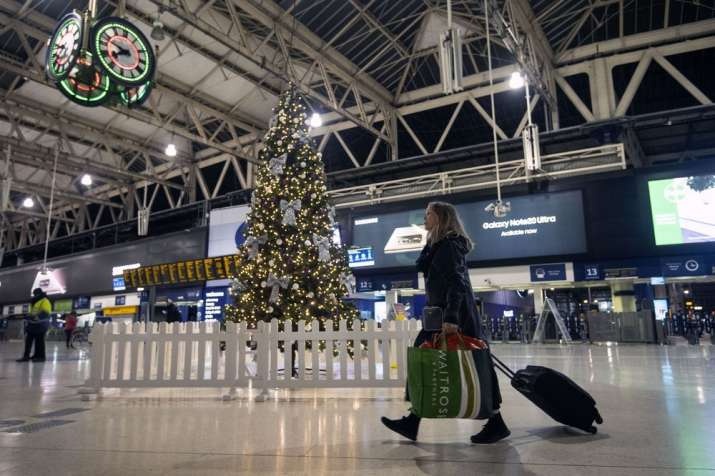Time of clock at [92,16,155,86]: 7:47
